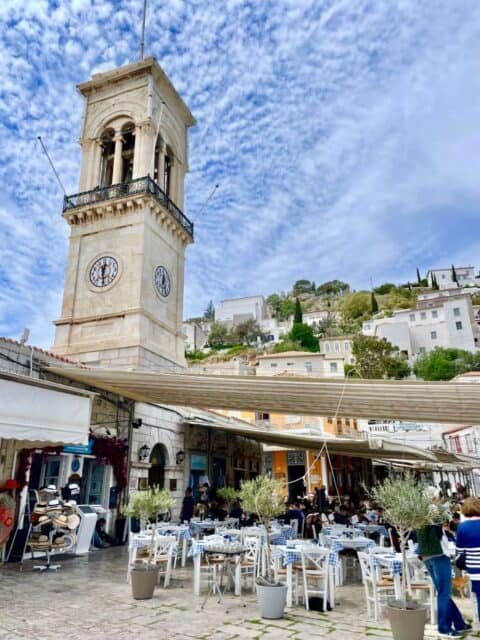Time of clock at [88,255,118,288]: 12:28
